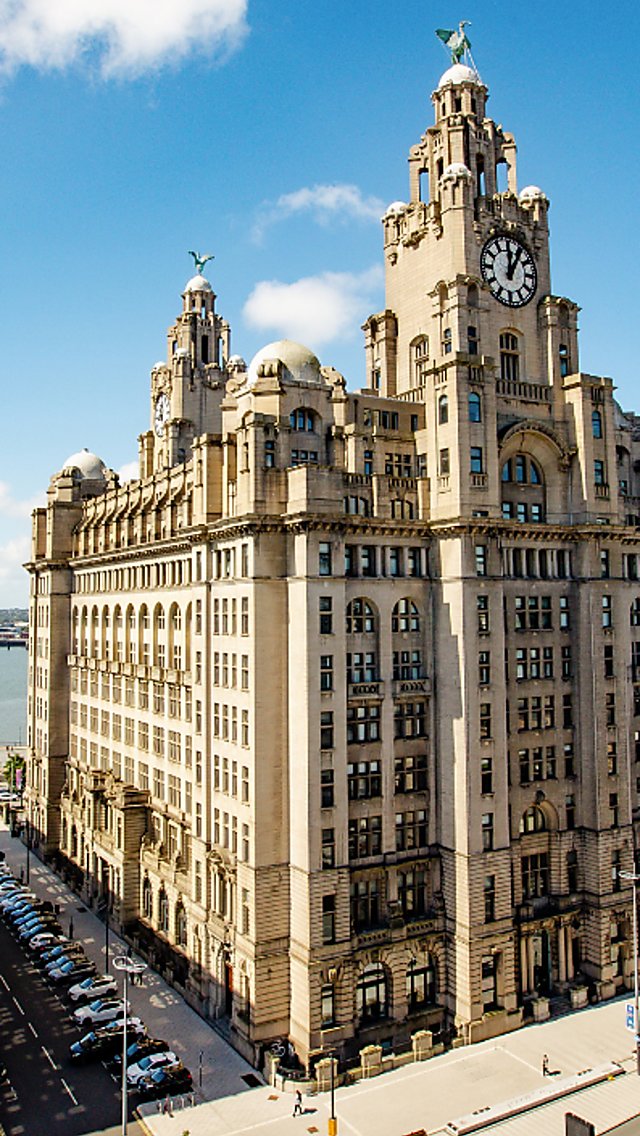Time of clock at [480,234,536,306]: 12:05
